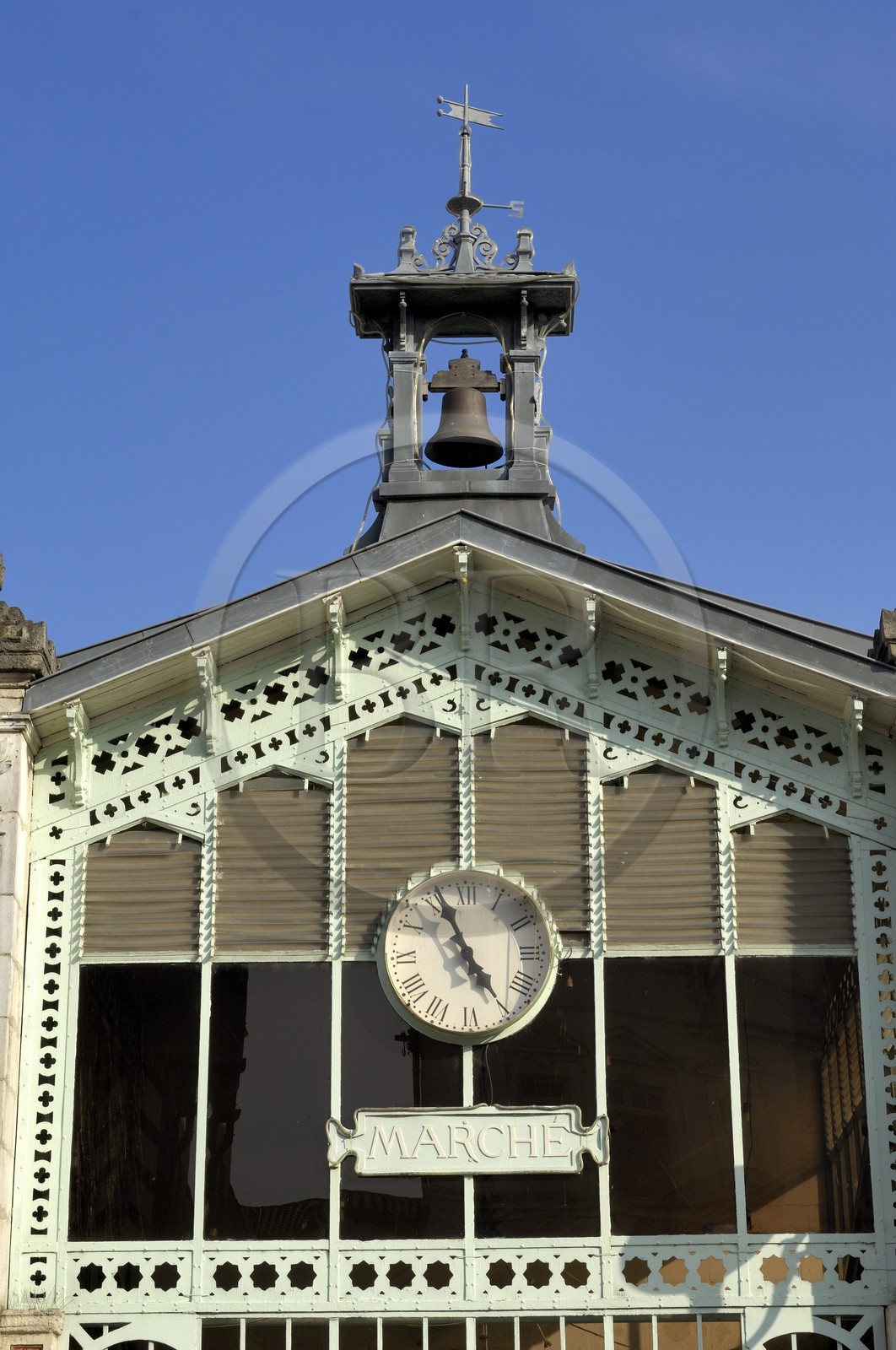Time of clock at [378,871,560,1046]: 4:56
